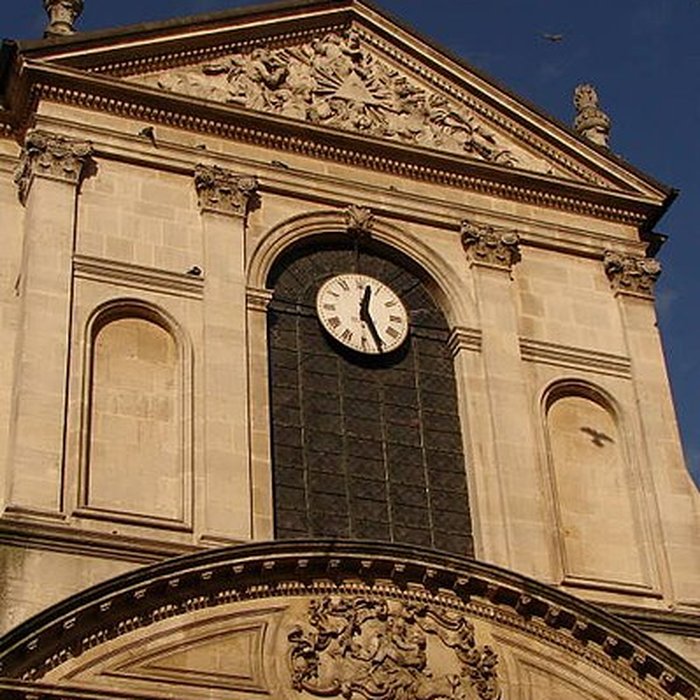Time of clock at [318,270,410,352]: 12:26
